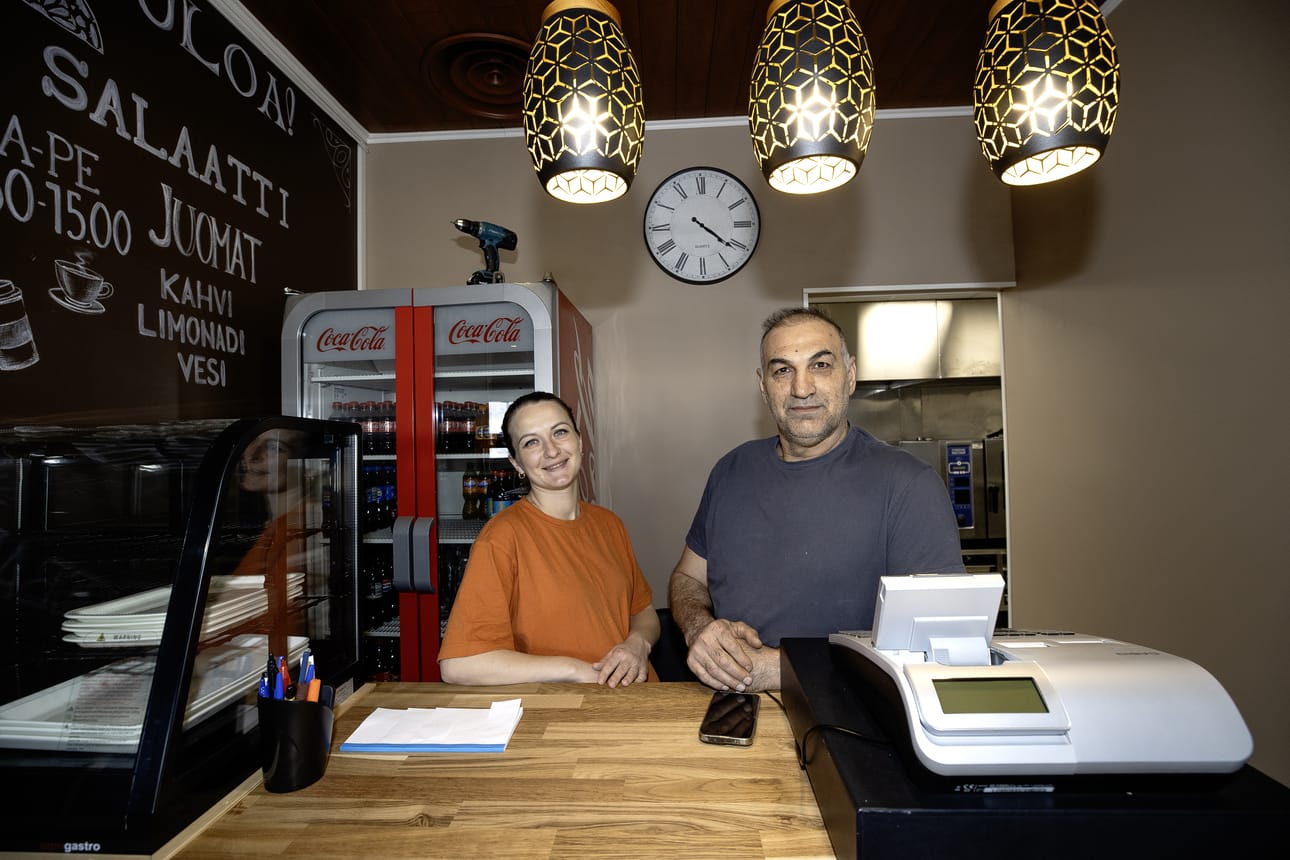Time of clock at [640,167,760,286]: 4:20
